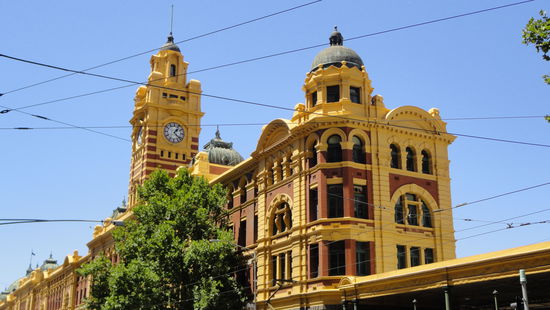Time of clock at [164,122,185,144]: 1:21
